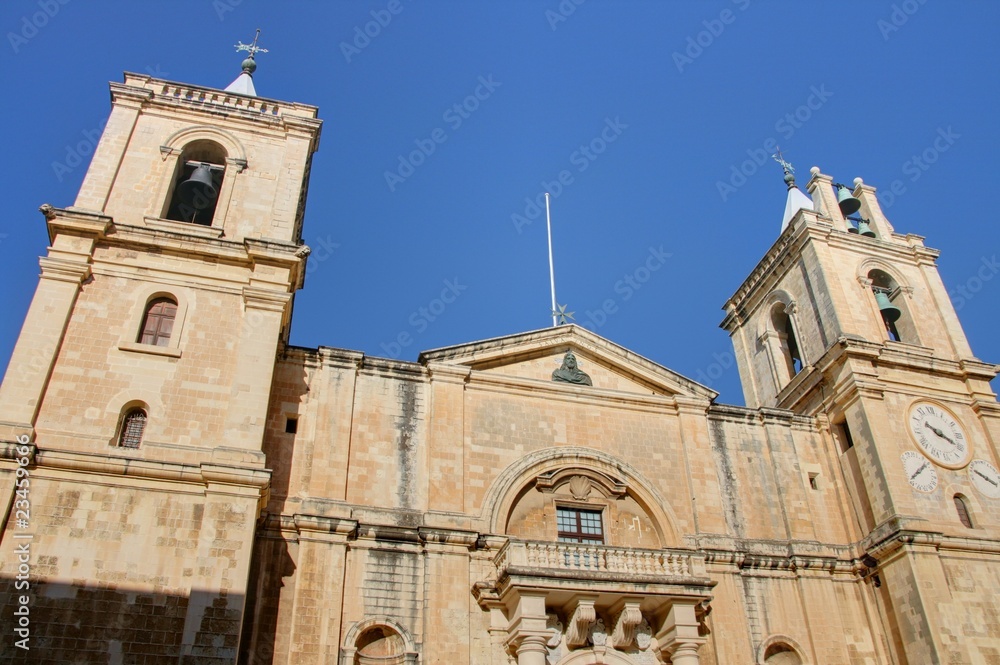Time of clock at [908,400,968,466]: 10:19
